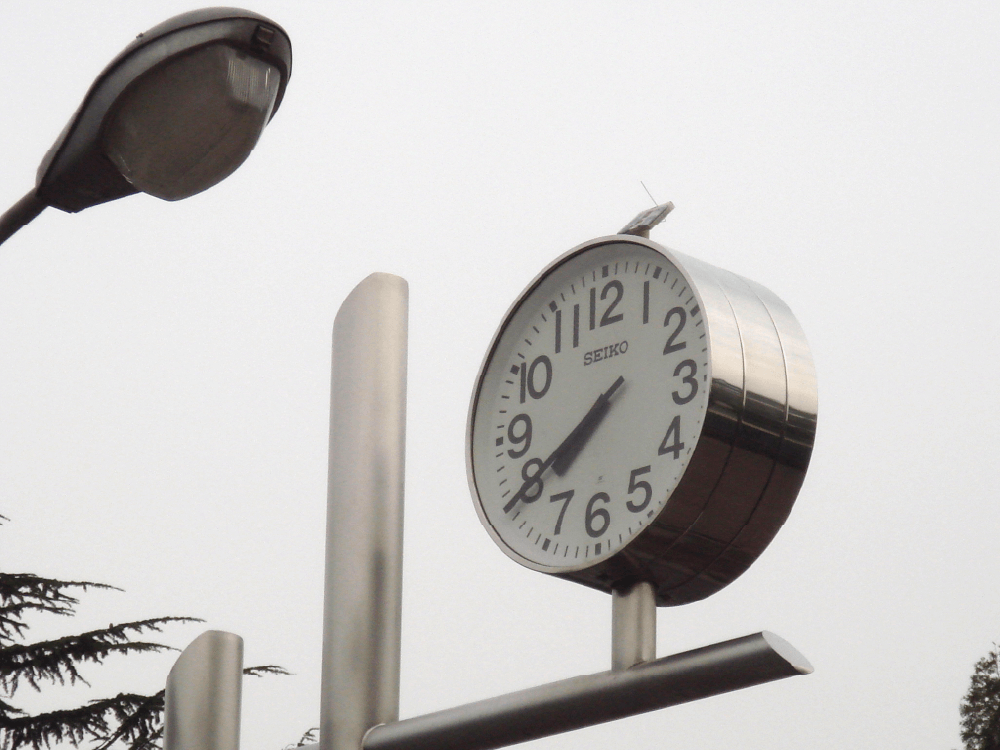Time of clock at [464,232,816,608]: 7:40
